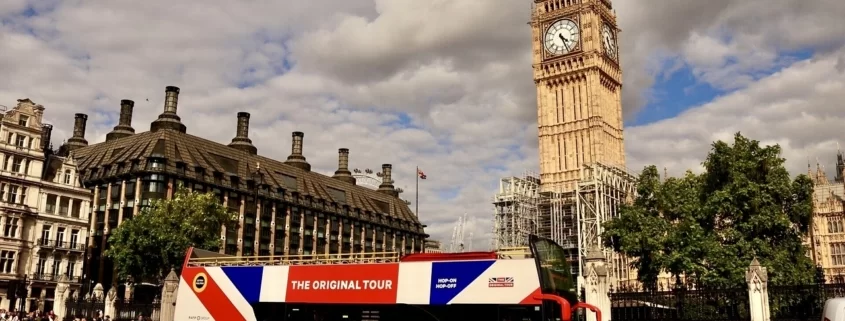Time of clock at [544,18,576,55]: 4:26
